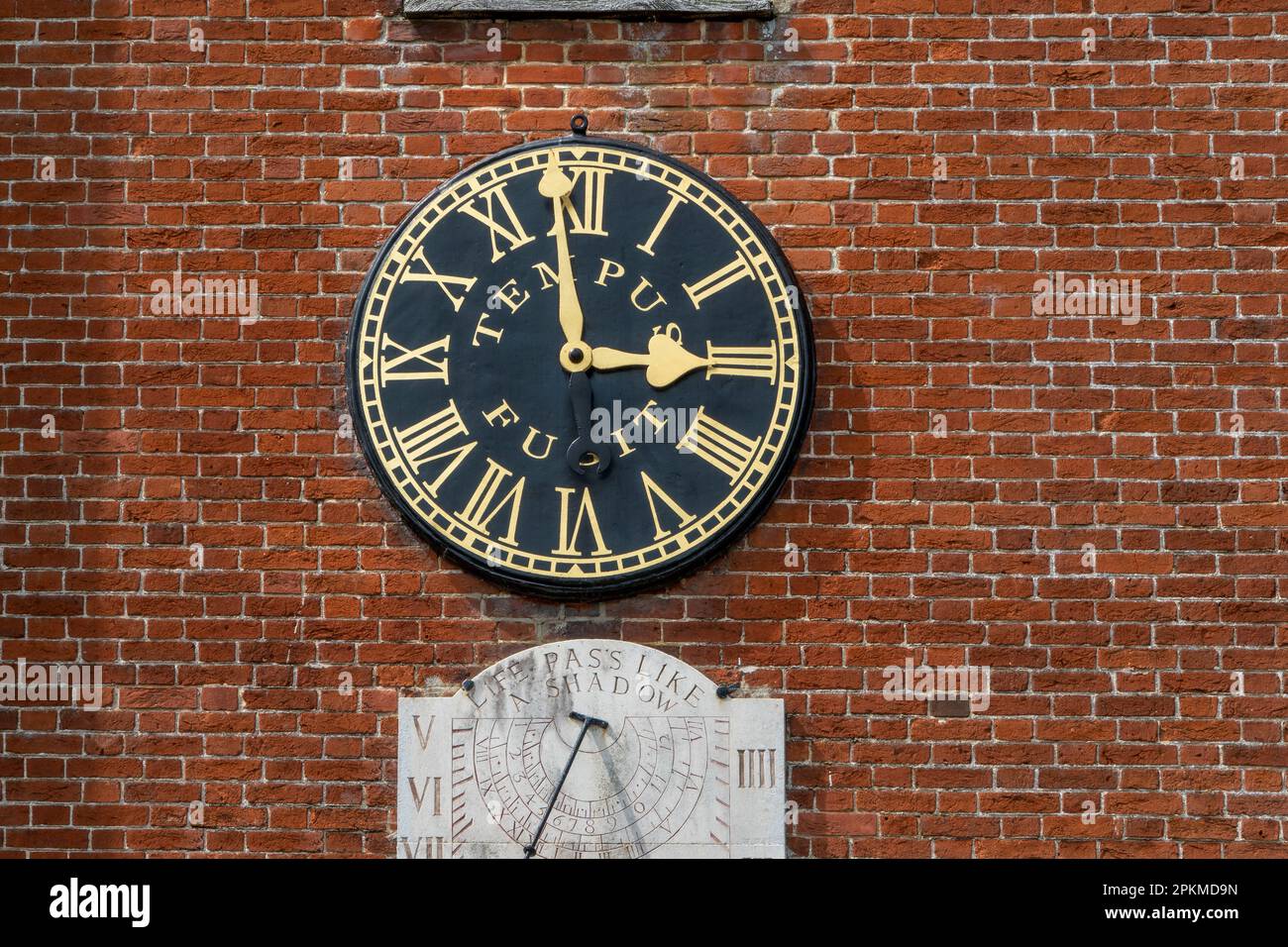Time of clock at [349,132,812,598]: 2:58
